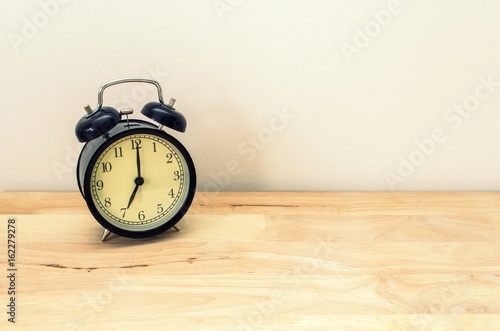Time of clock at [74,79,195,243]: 7:00
